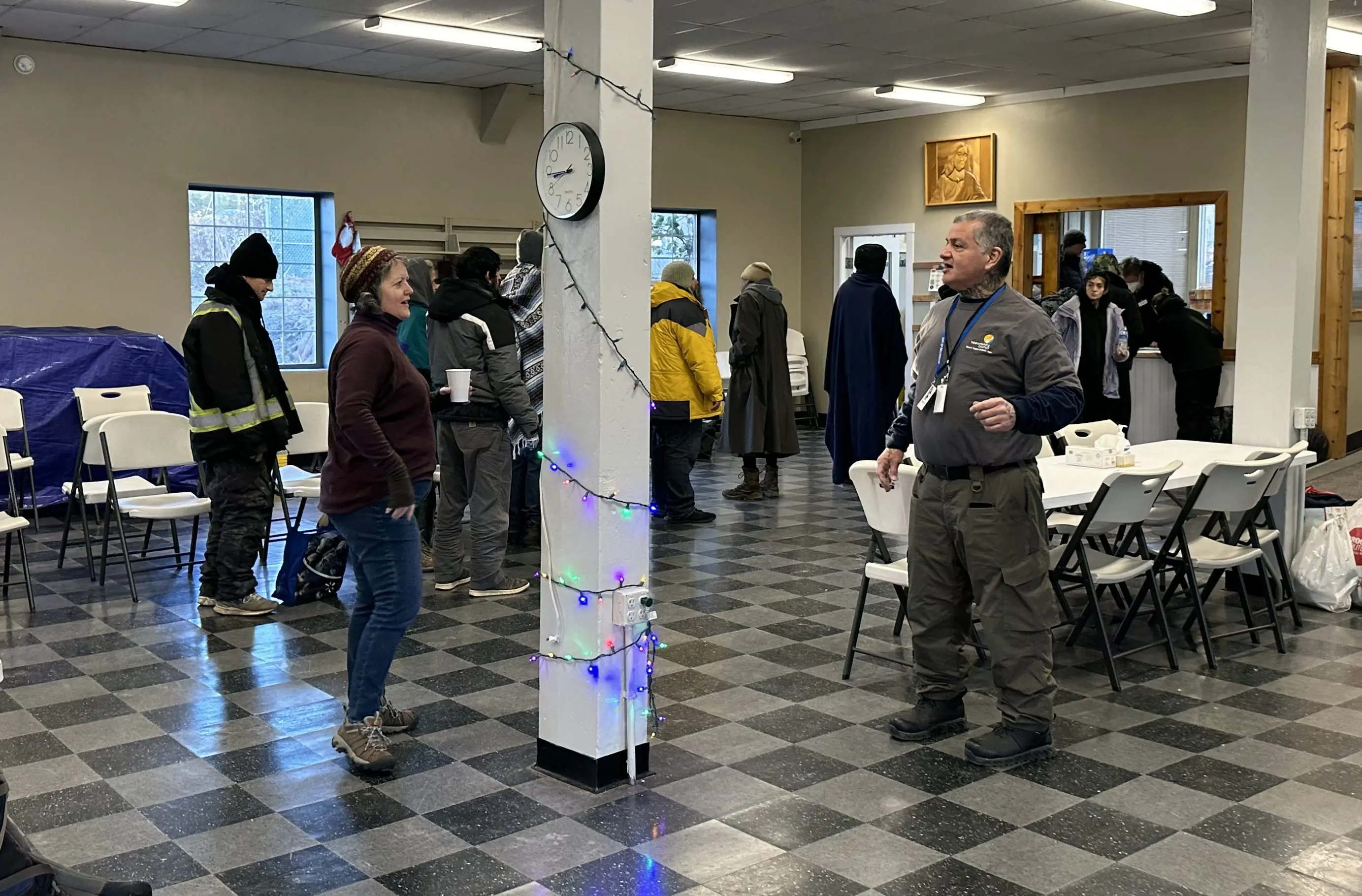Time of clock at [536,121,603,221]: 8:44
